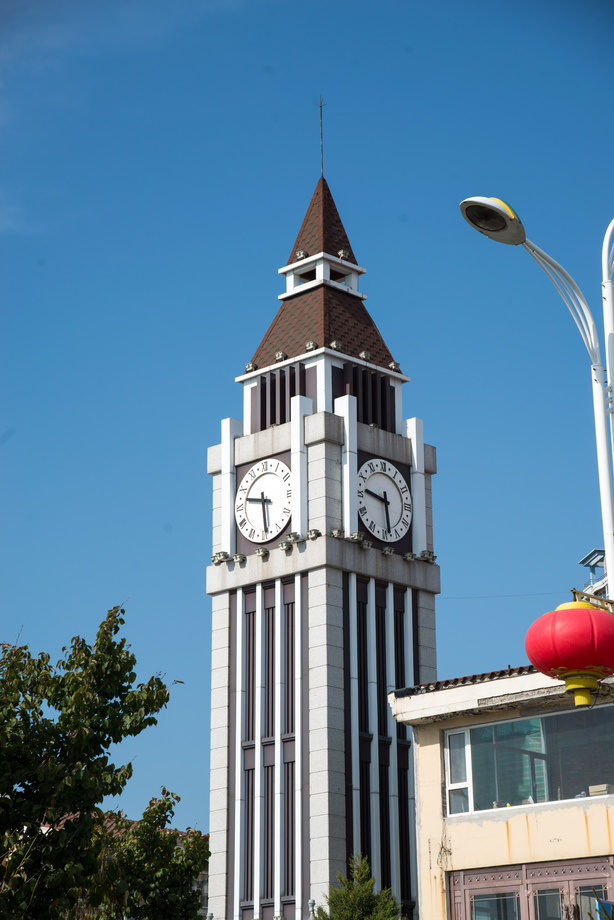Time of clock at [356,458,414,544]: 5:46
